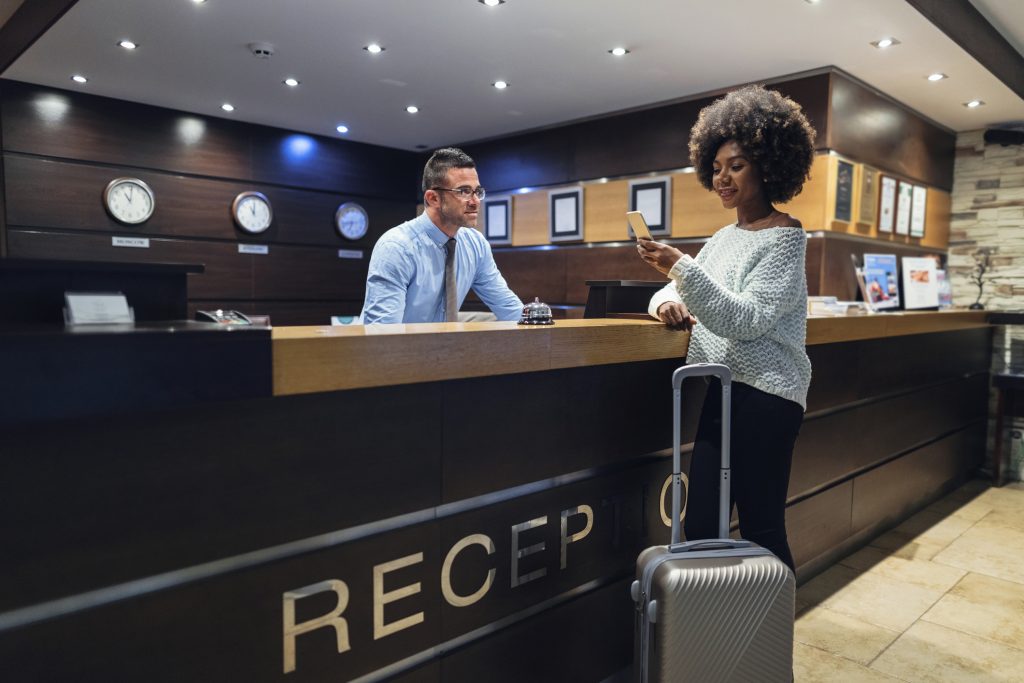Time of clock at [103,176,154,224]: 11:01
